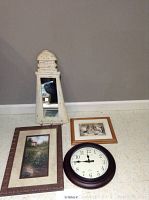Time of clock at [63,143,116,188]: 11:45
